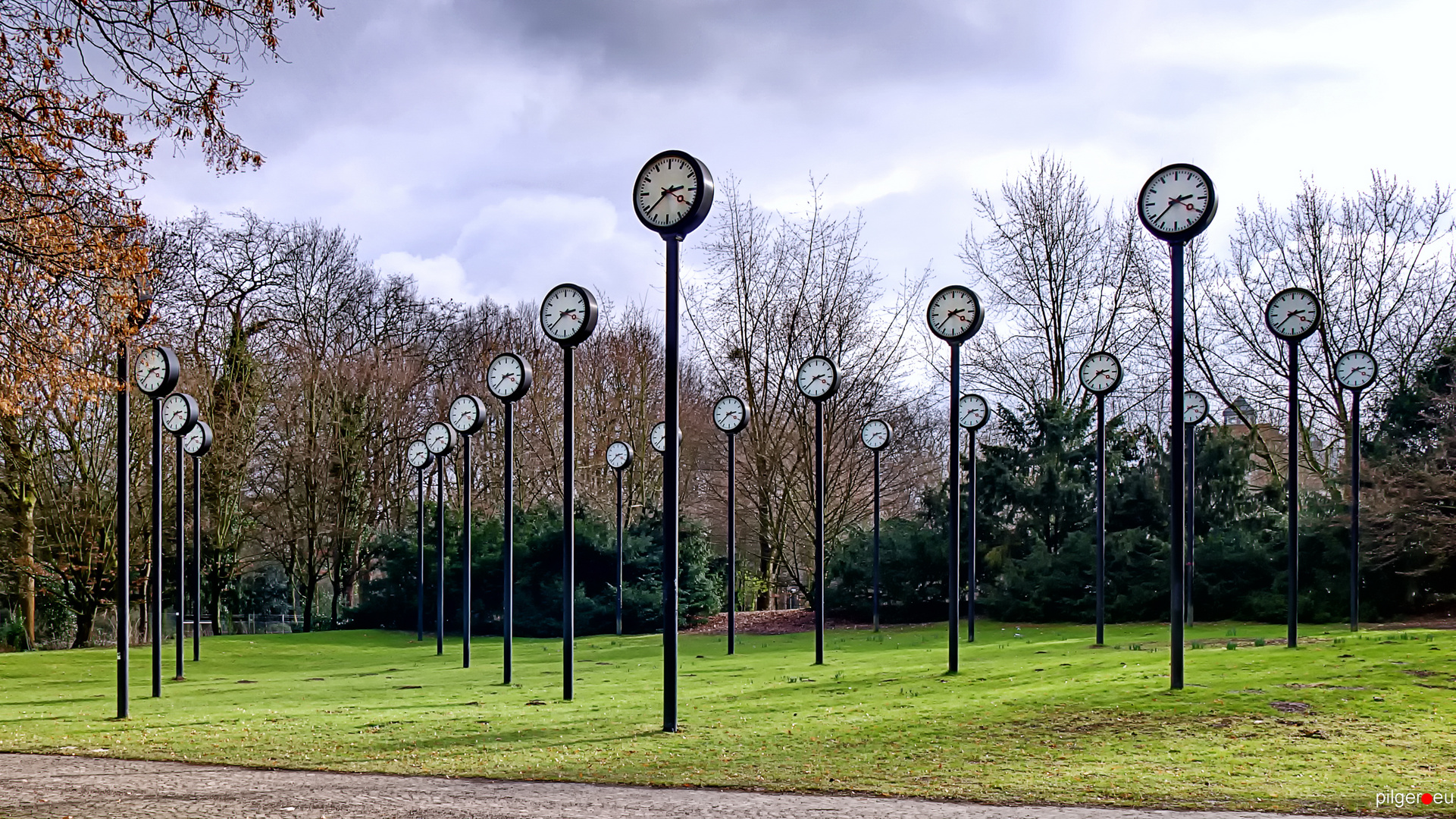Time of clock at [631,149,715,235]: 2:38
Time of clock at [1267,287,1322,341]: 2:38
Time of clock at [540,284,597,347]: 2:38
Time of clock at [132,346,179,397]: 2:38
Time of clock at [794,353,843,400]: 2:38
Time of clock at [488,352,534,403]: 2:38
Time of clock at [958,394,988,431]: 2:38
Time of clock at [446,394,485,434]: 2:38
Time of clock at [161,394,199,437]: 2:38
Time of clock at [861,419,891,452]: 2:37
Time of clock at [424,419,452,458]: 2:38
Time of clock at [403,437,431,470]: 2:38
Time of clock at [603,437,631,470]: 2:38
